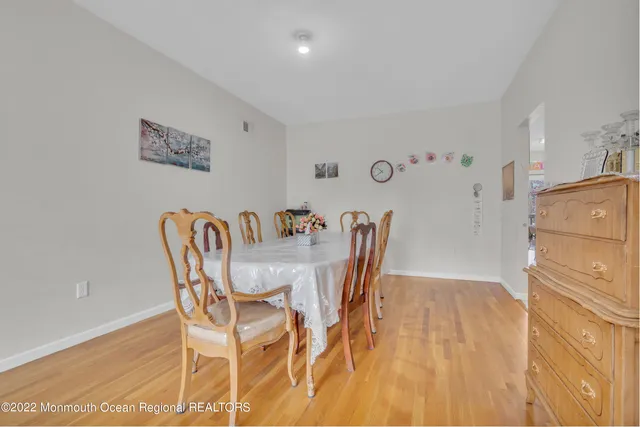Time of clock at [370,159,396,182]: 10:39
